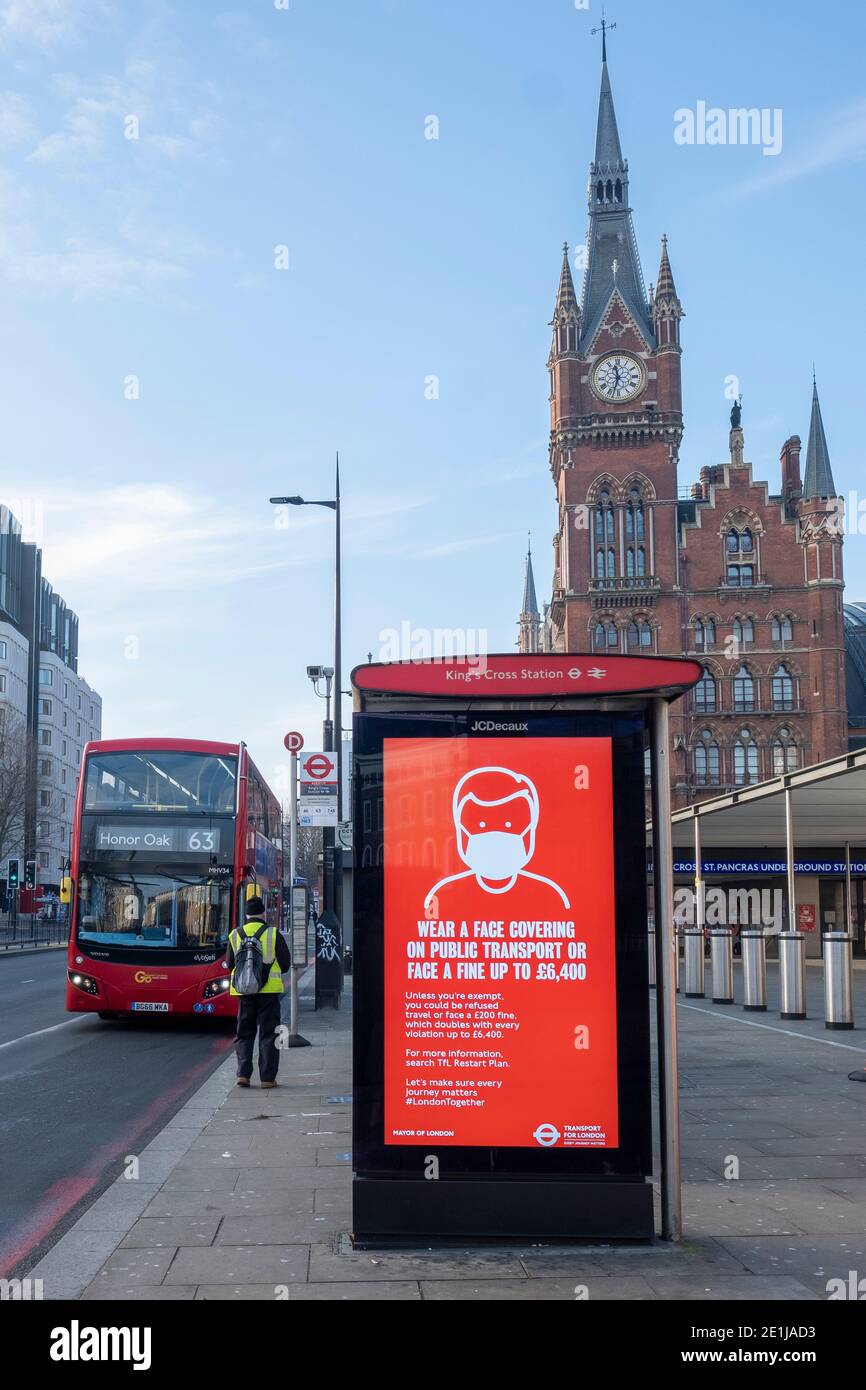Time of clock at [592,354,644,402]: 11:32
